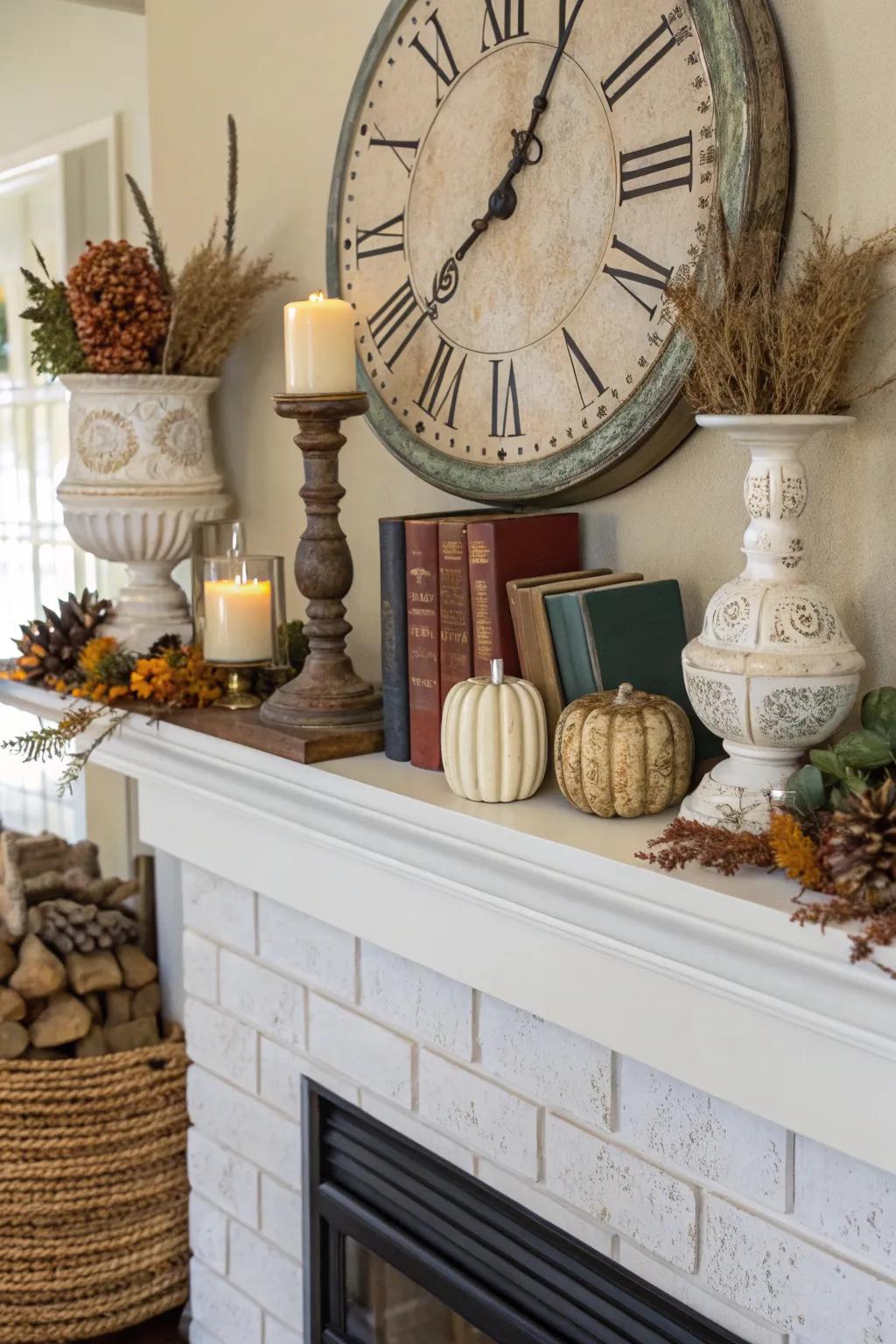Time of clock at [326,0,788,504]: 8:05
